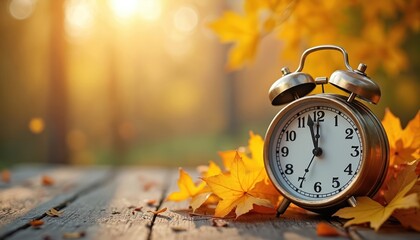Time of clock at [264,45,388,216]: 11:57
